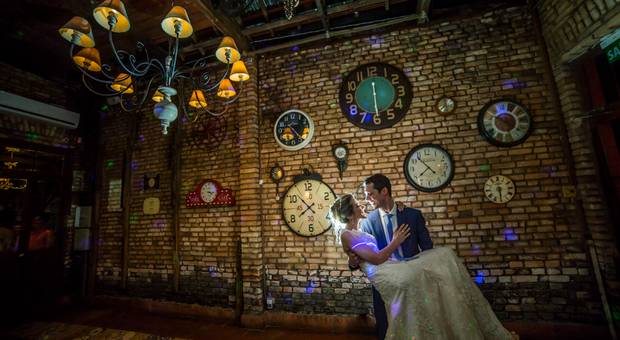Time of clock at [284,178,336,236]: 7:52
